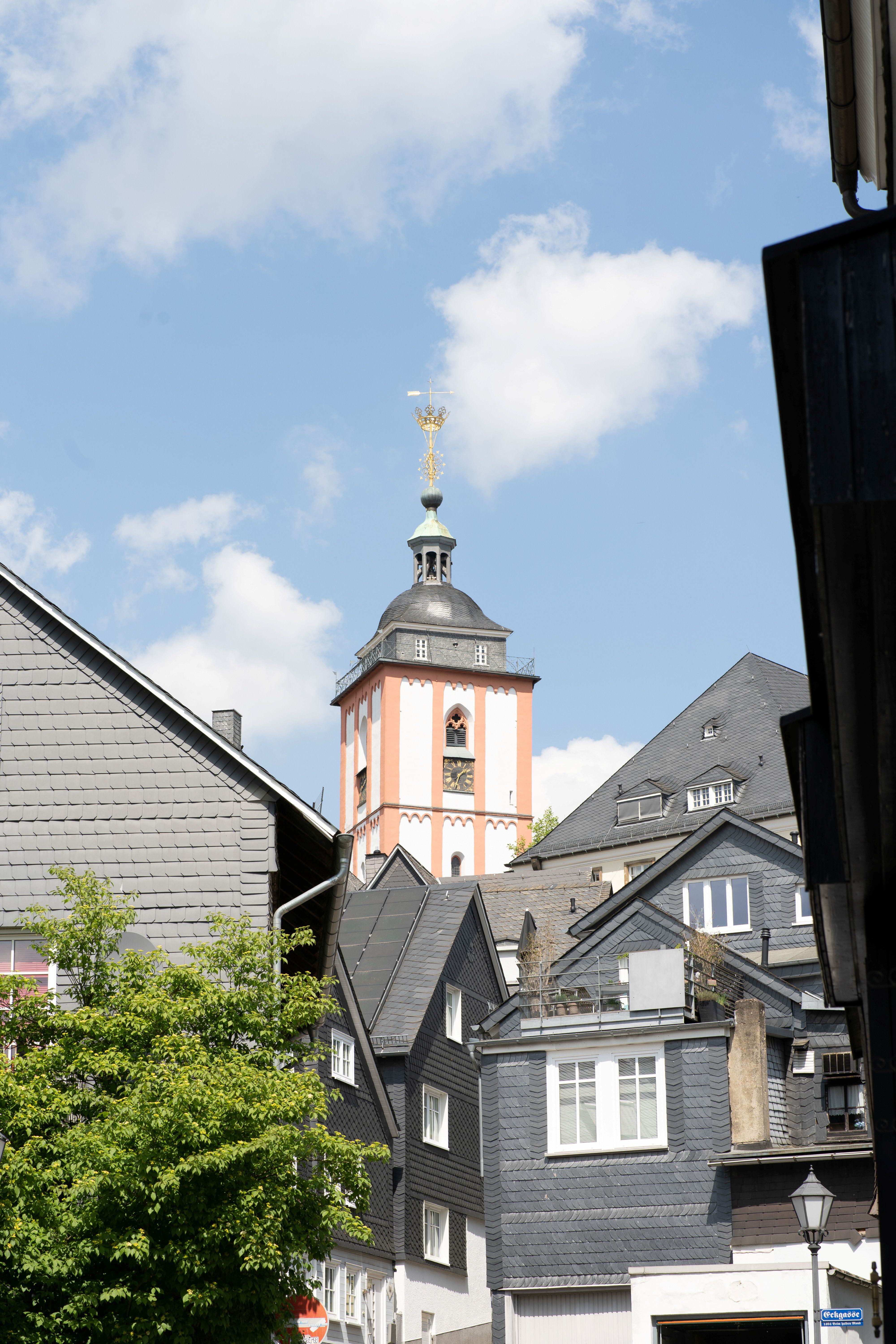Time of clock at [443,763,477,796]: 1:32
